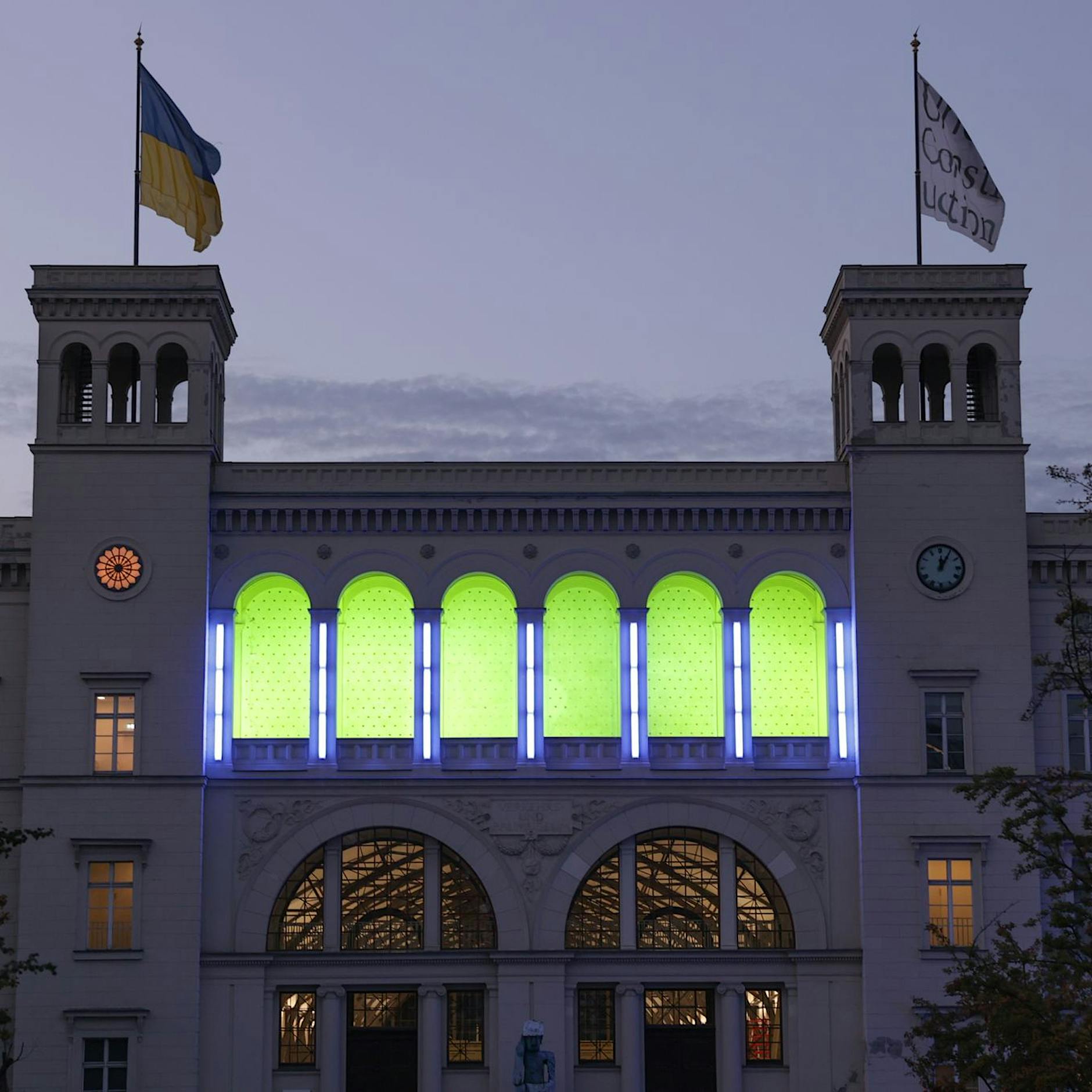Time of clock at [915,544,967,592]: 12:05
